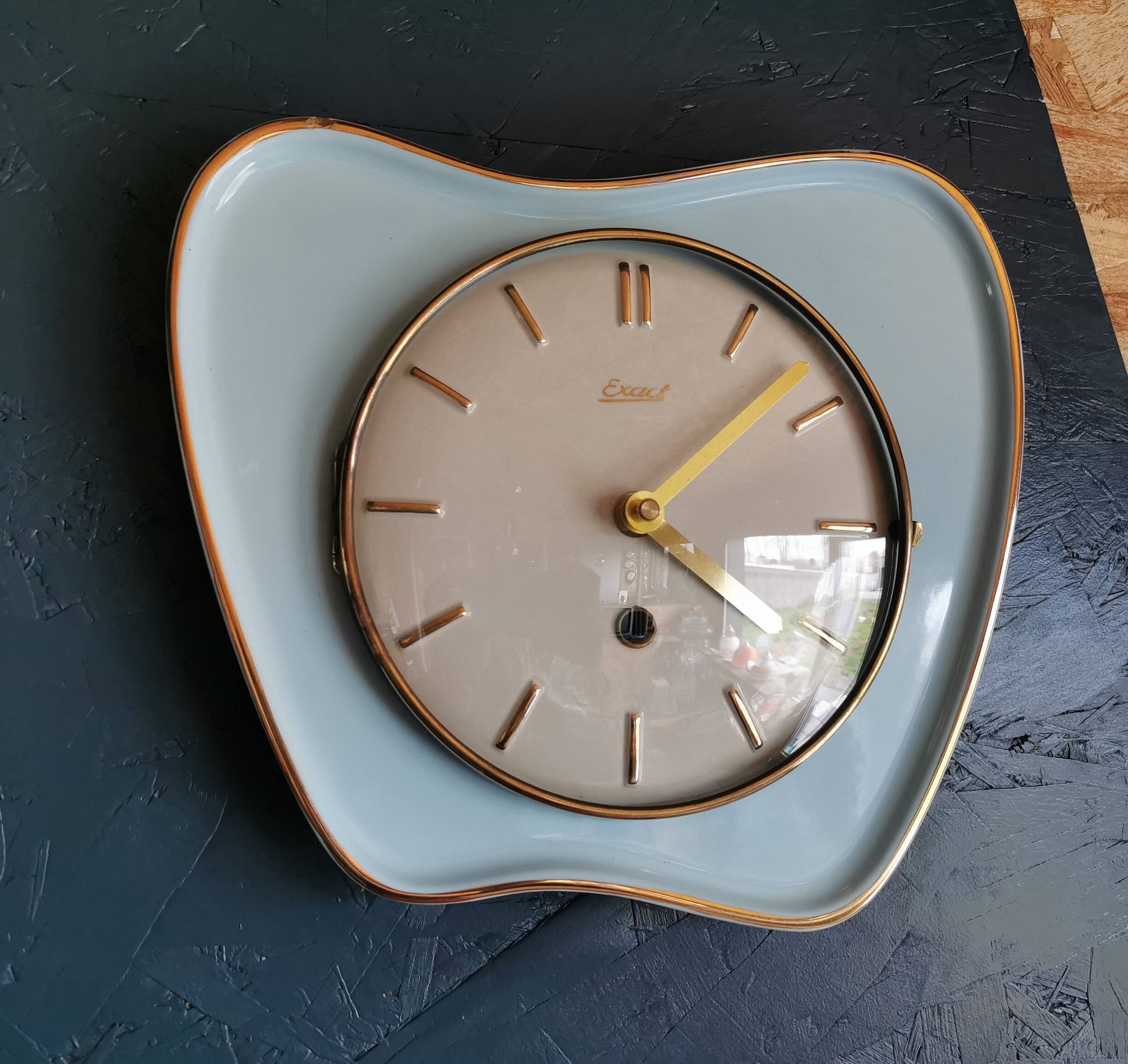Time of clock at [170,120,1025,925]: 4:08
